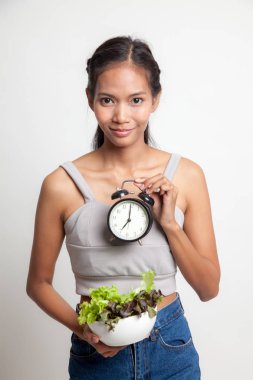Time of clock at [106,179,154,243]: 7:00
